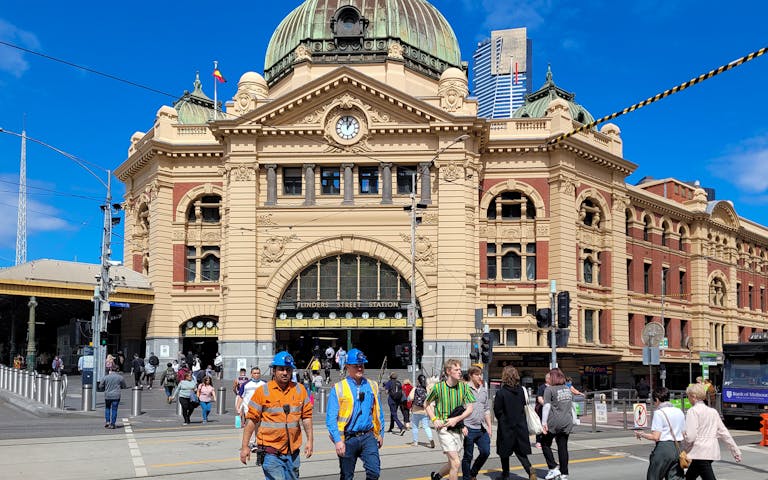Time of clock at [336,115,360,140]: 12:59
